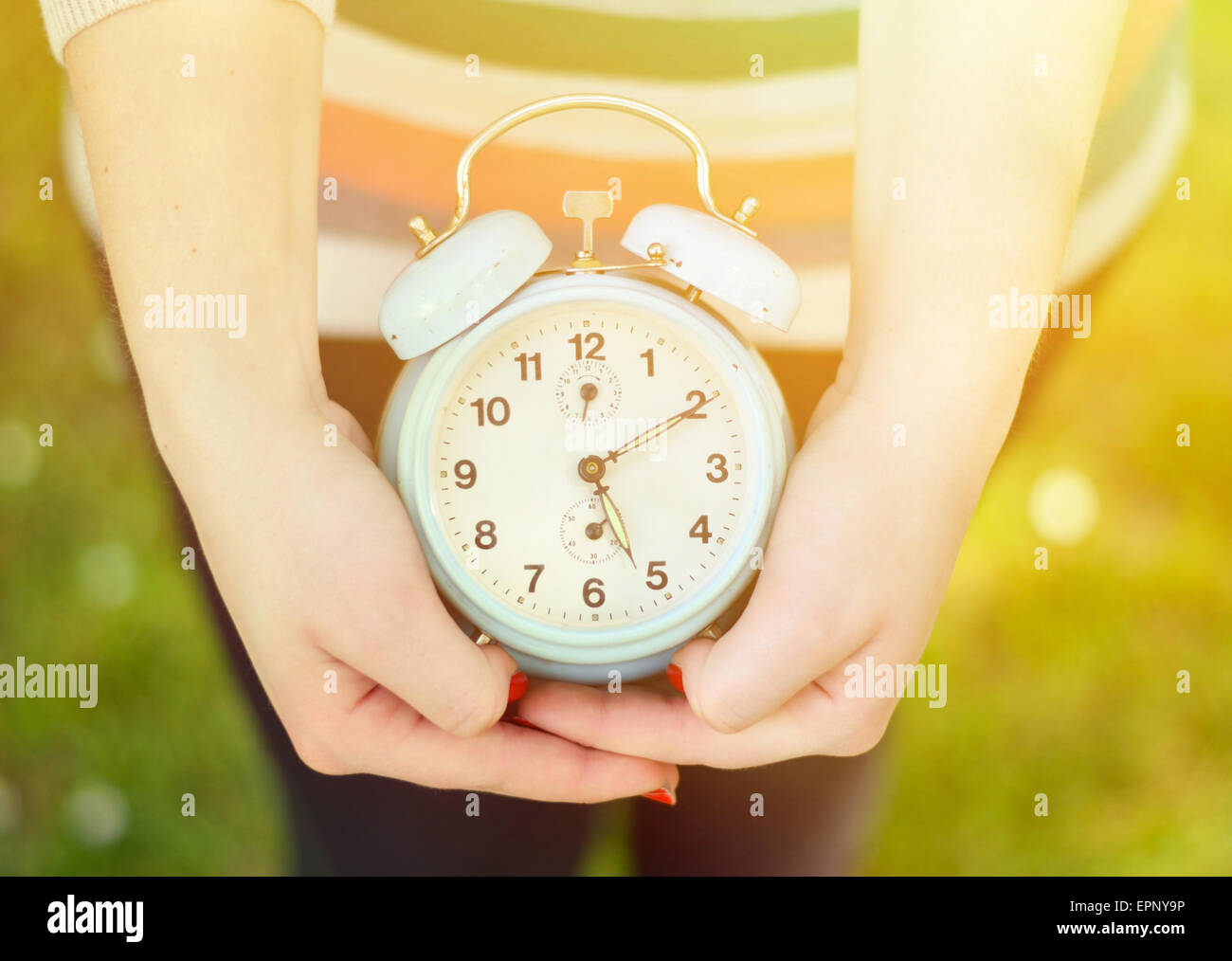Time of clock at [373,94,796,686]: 5:10
